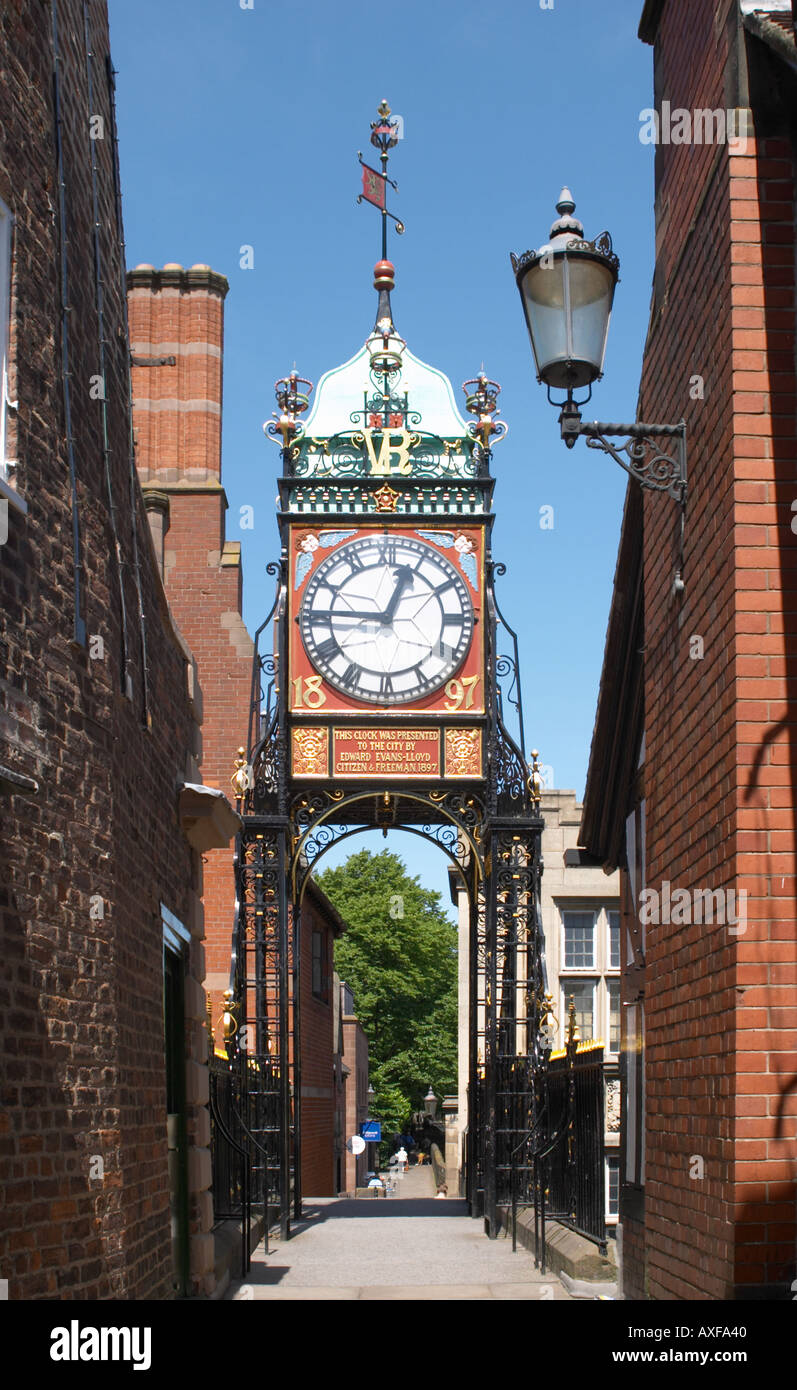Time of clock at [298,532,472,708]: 12:45
